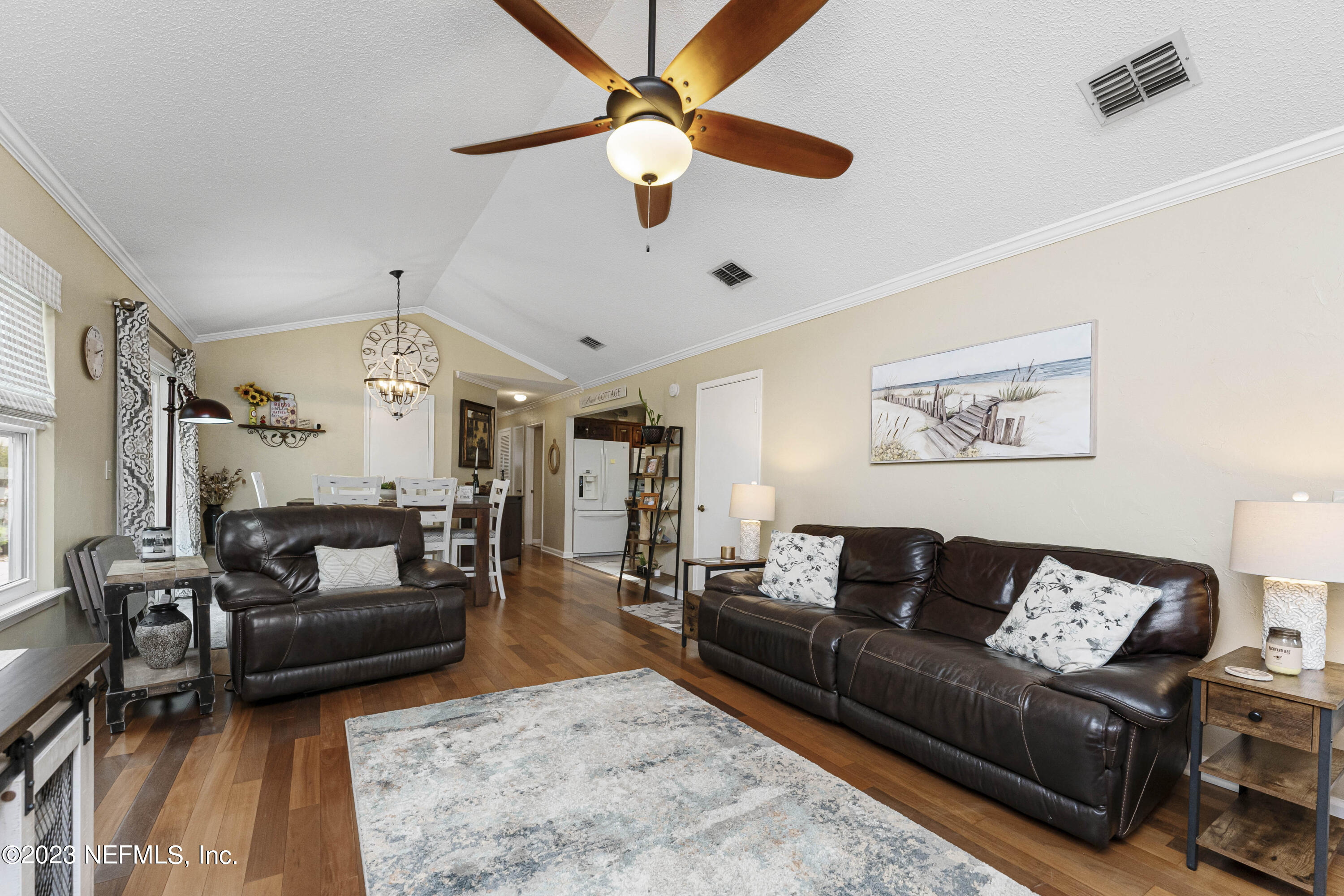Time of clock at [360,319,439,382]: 2:06
